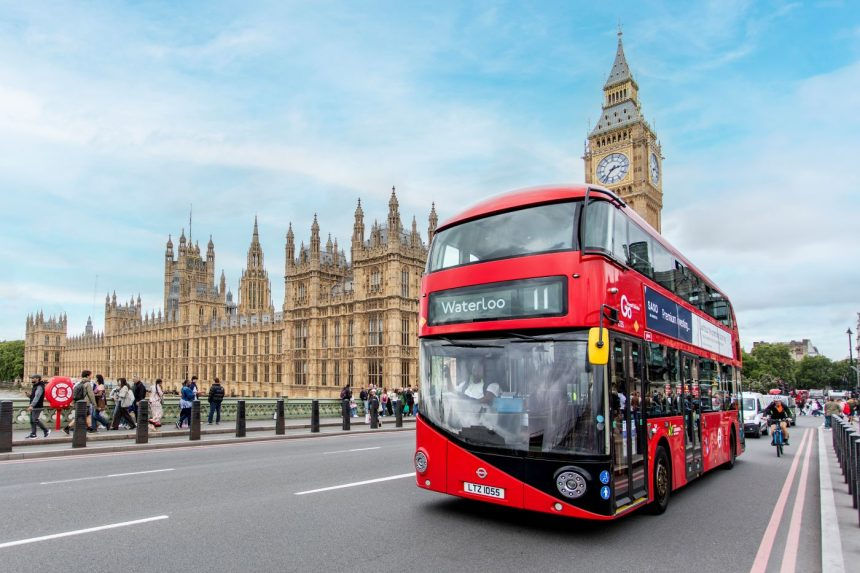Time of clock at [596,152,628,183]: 2:36
